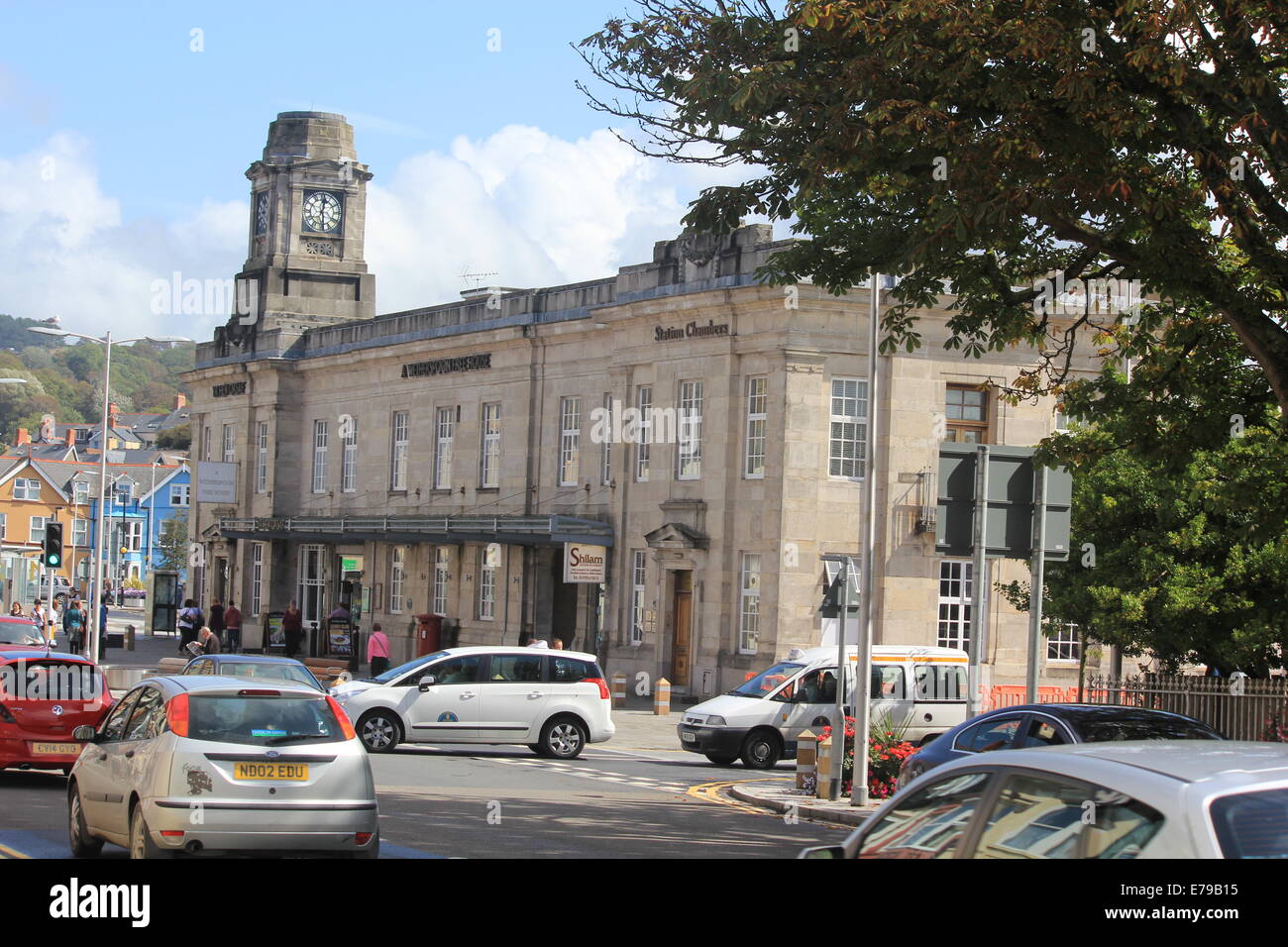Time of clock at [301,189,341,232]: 12:28
